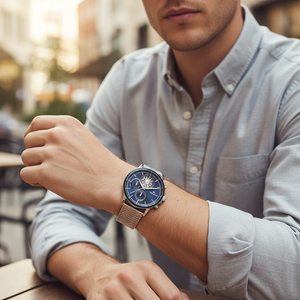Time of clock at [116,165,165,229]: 11:15
